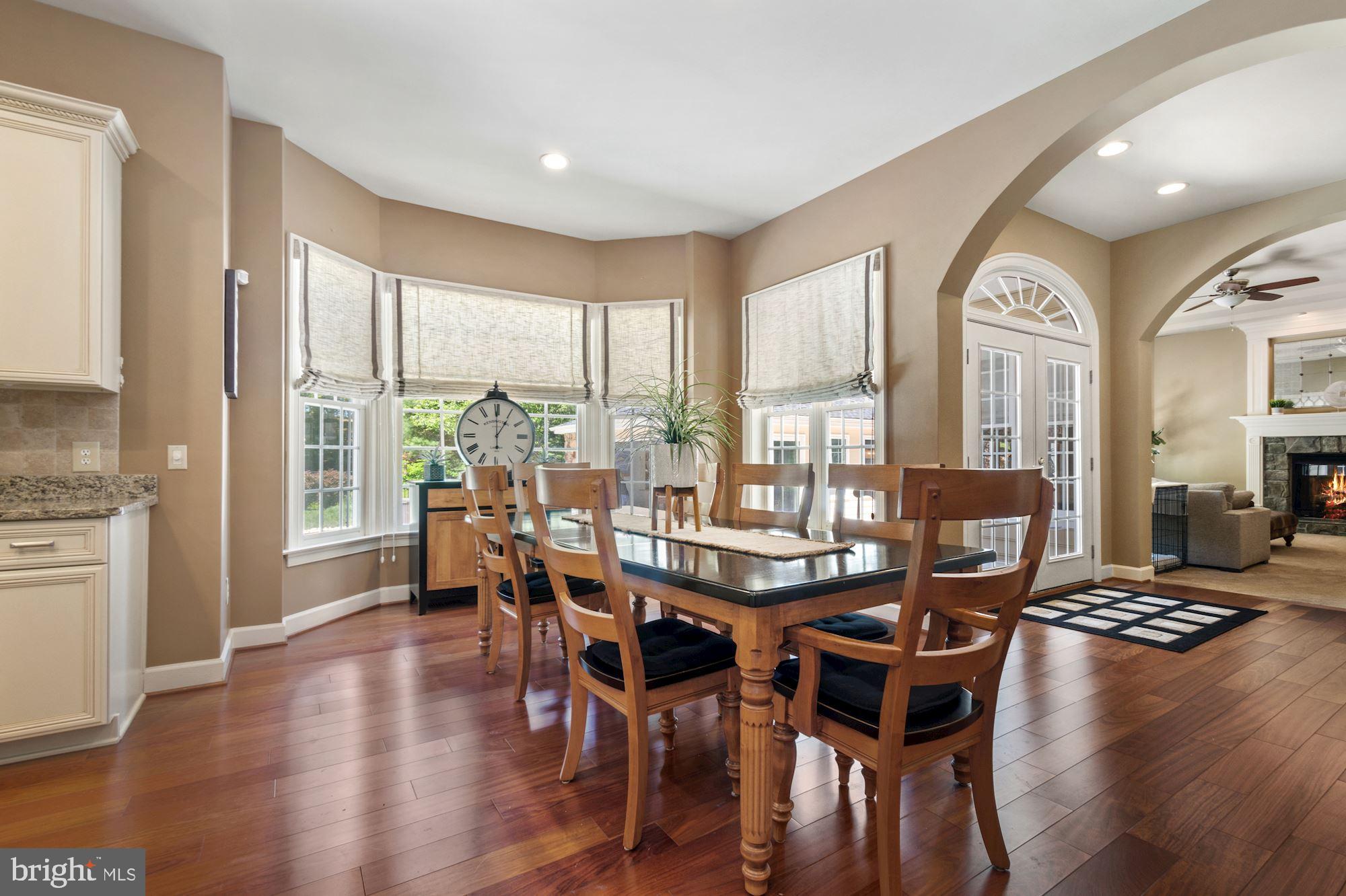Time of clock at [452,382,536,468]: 12:59
